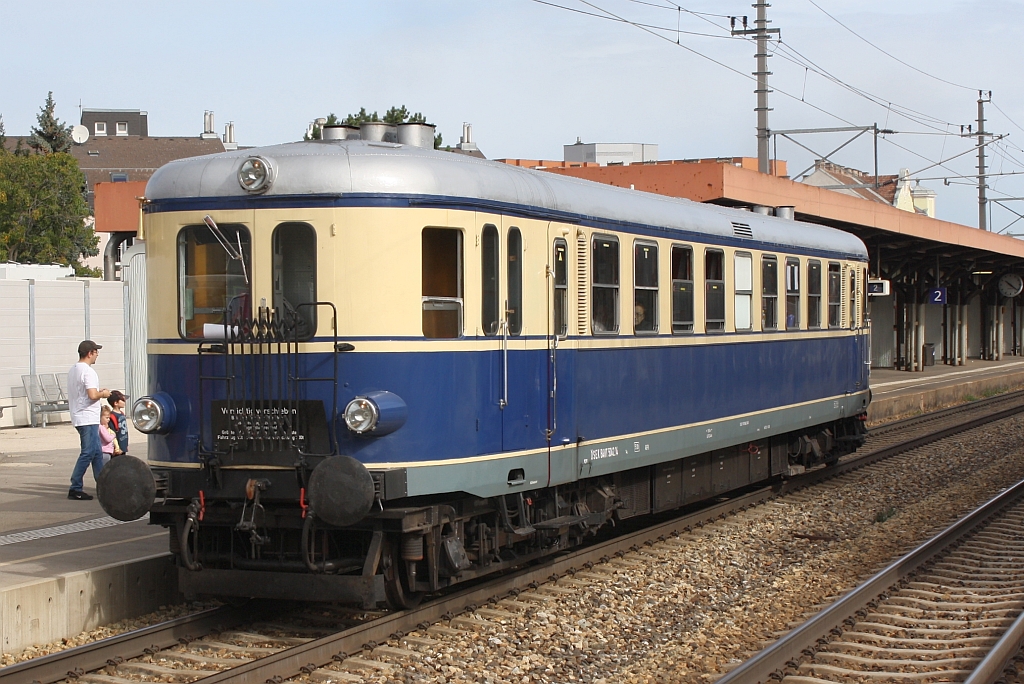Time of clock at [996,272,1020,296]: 10:21
